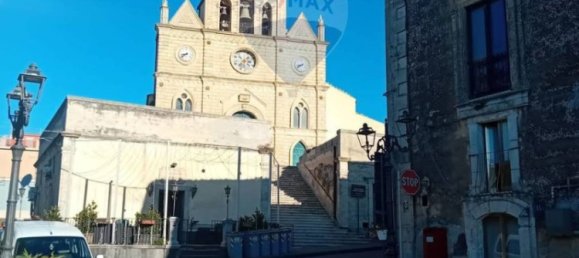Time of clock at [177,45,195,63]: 8:38
